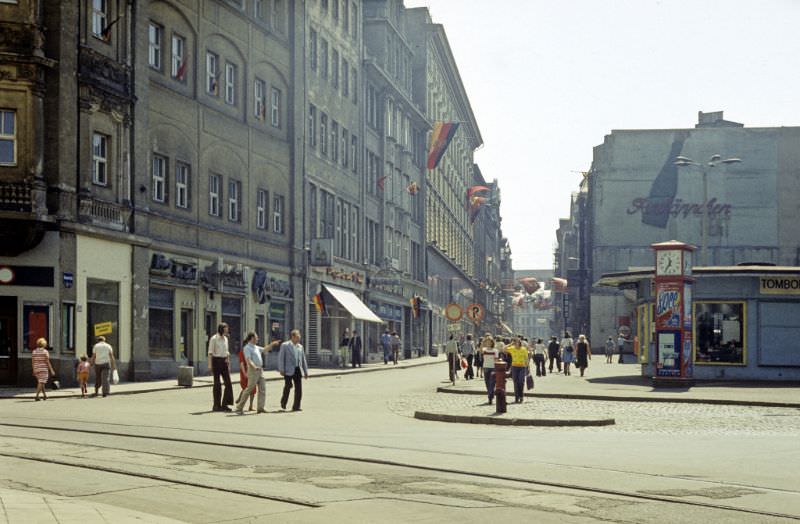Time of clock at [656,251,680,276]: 11:35
